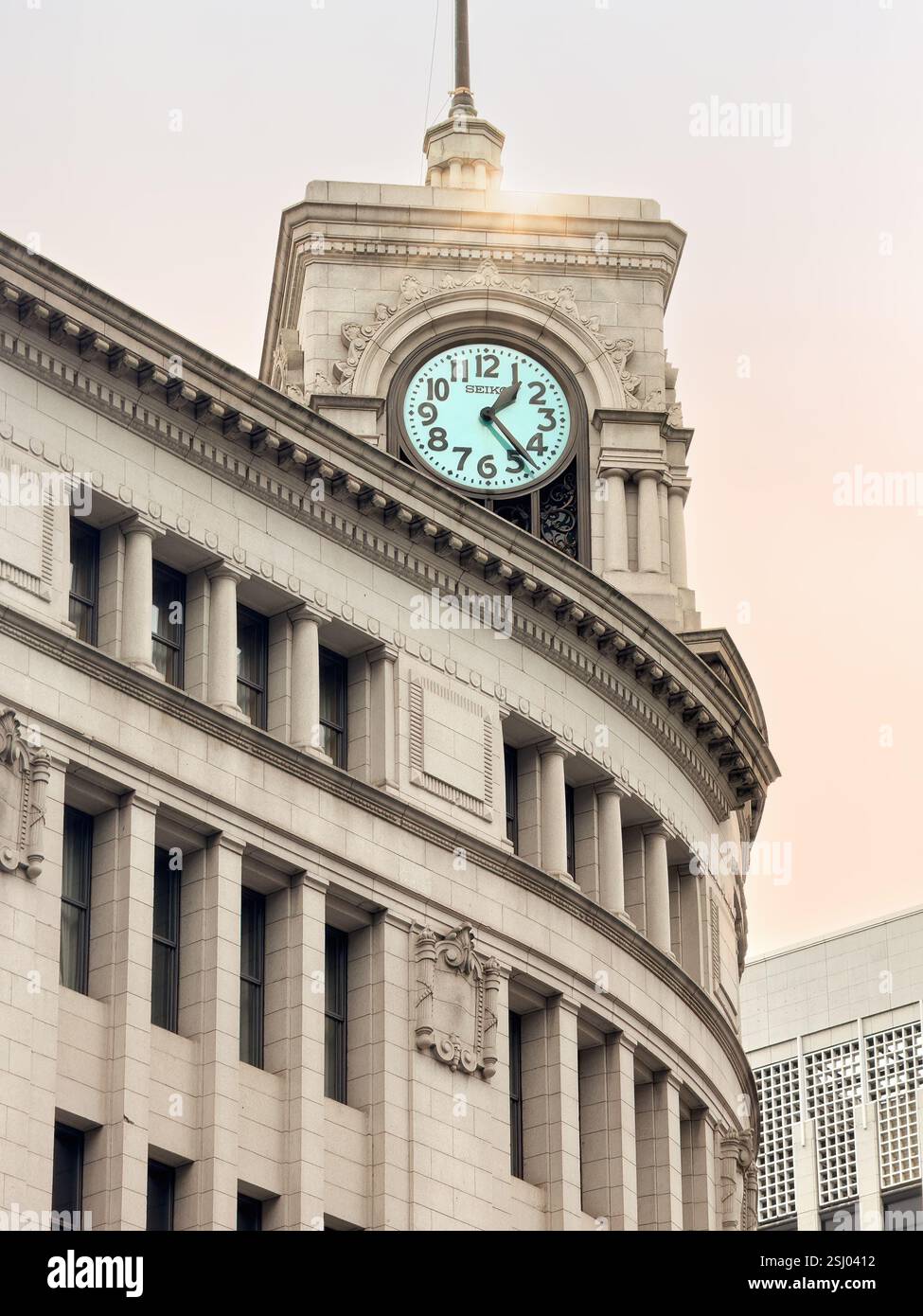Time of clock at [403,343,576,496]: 1:23
